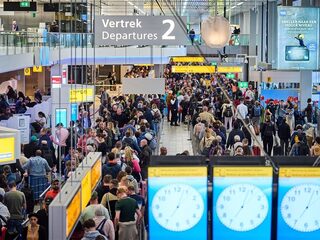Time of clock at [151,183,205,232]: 7:03
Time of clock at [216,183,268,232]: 7:03
